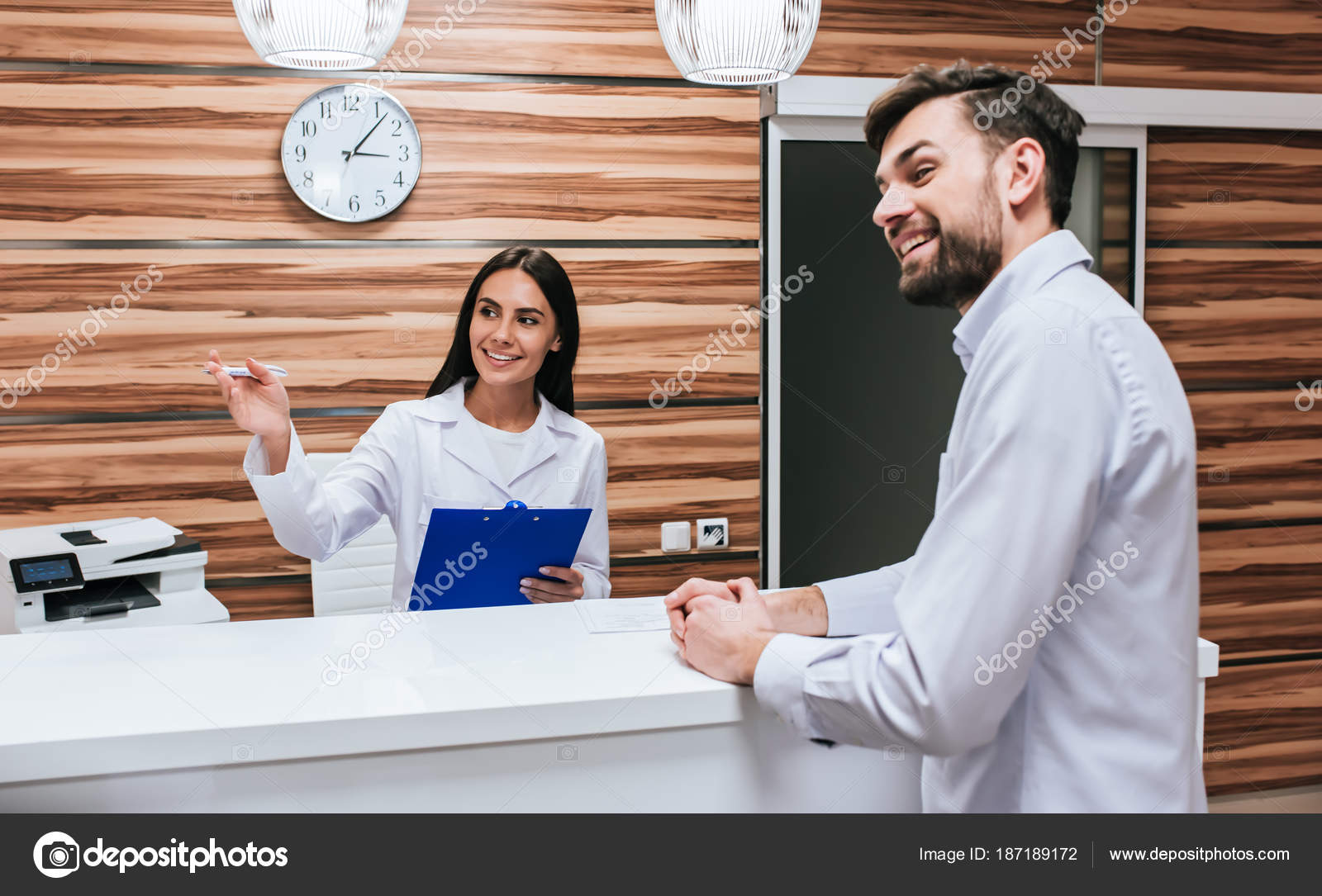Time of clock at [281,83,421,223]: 3:06
